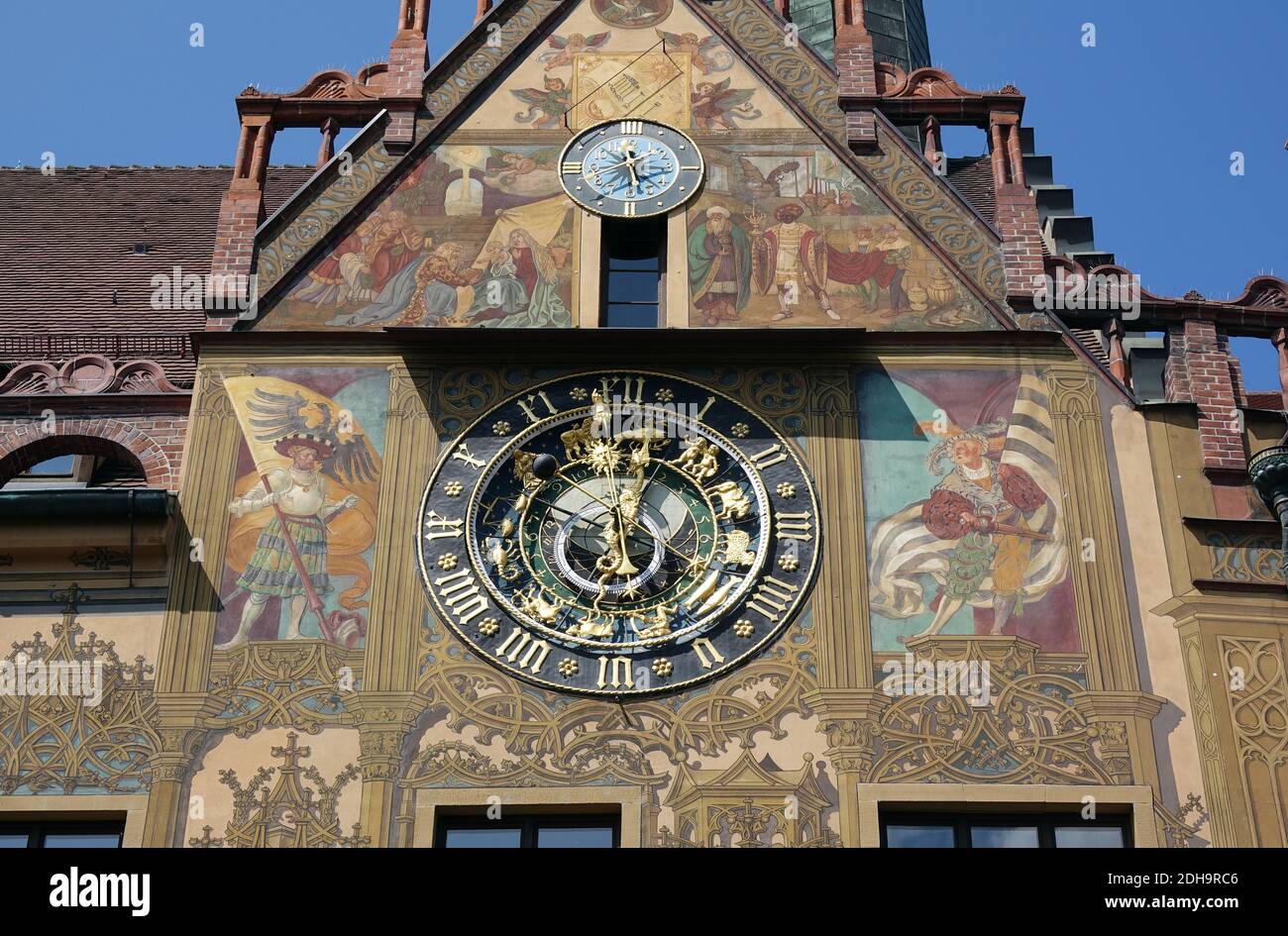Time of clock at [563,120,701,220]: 5:36
